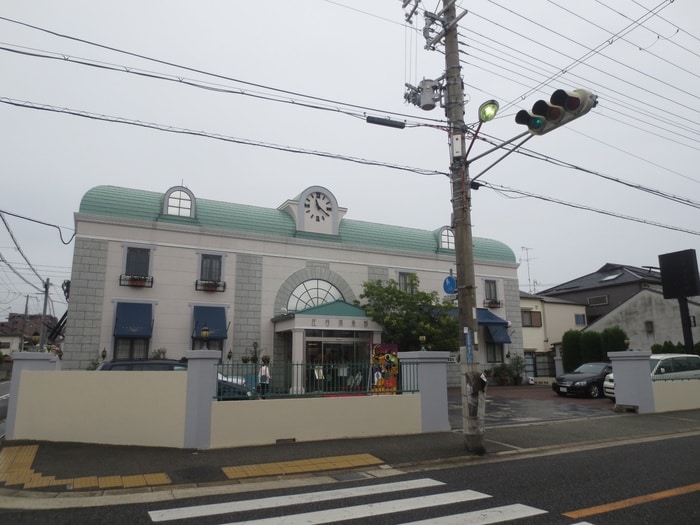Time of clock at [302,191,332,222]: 11:20
